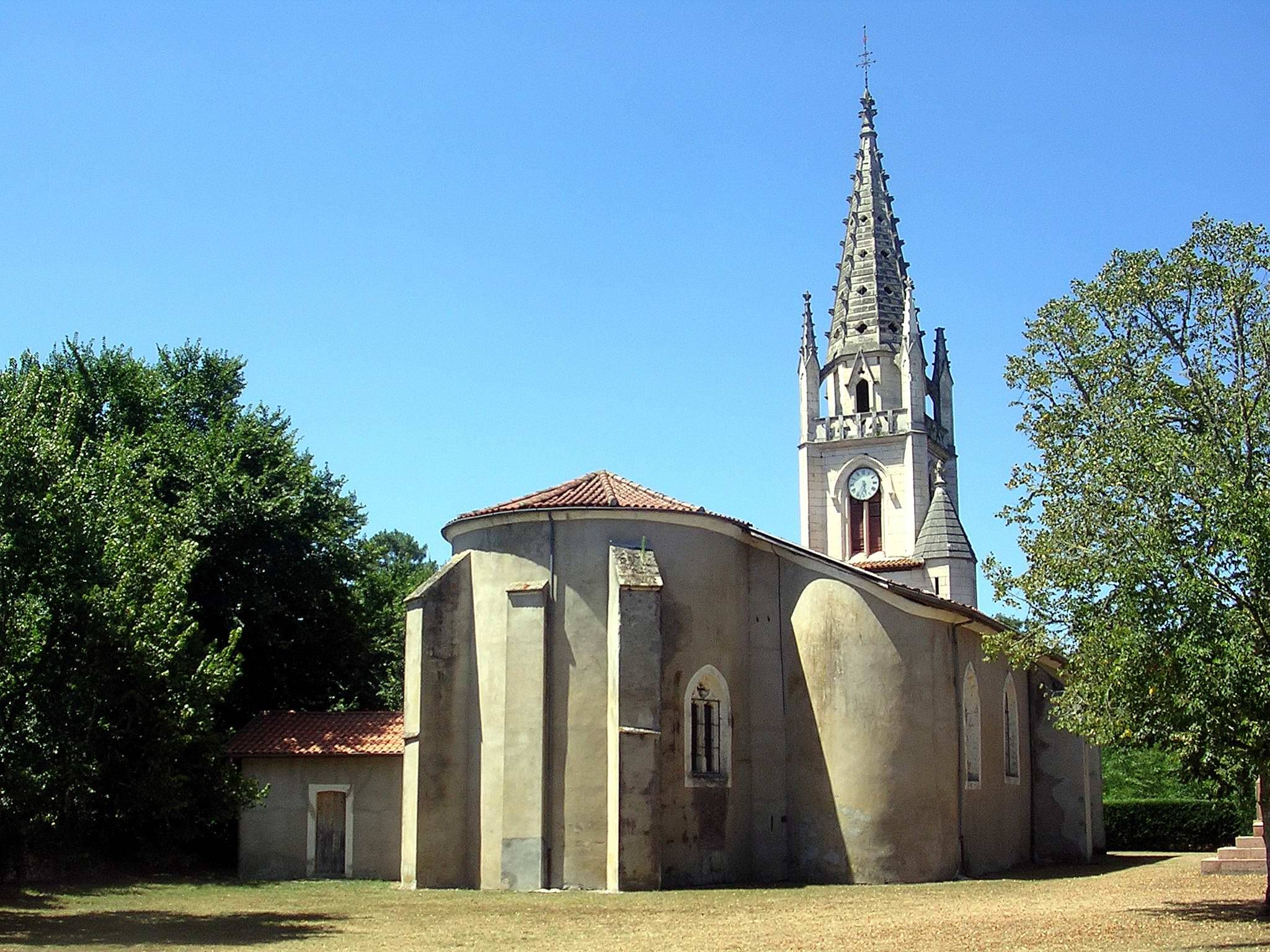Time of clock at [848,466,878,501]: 5:34
